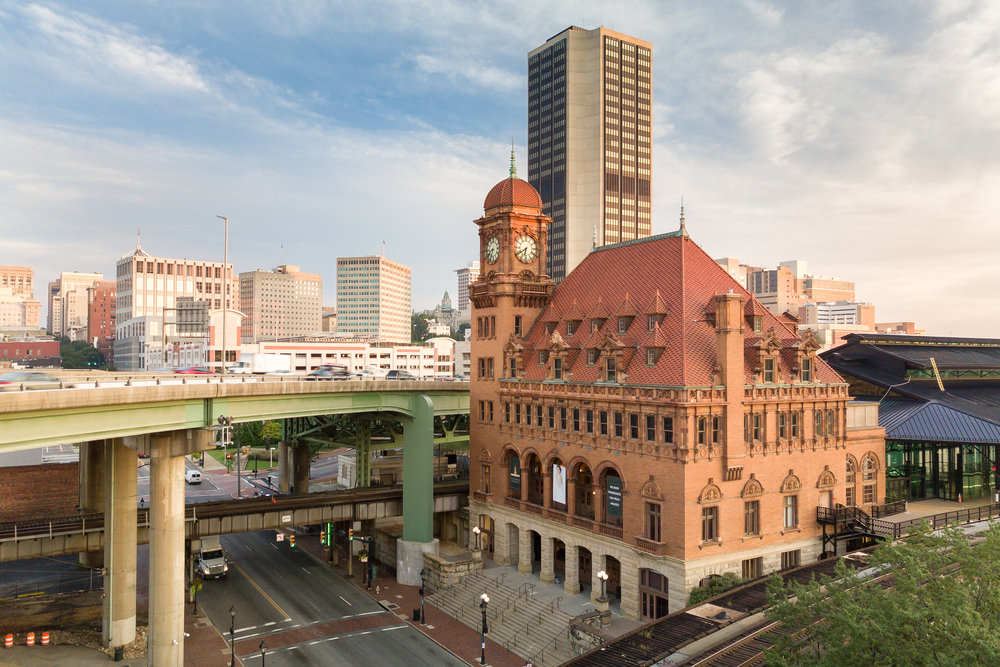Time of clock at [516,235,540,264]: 6:39
